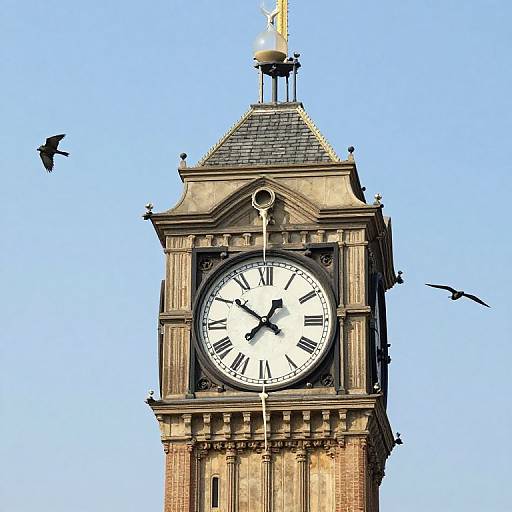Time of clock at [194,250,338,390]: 12:51
